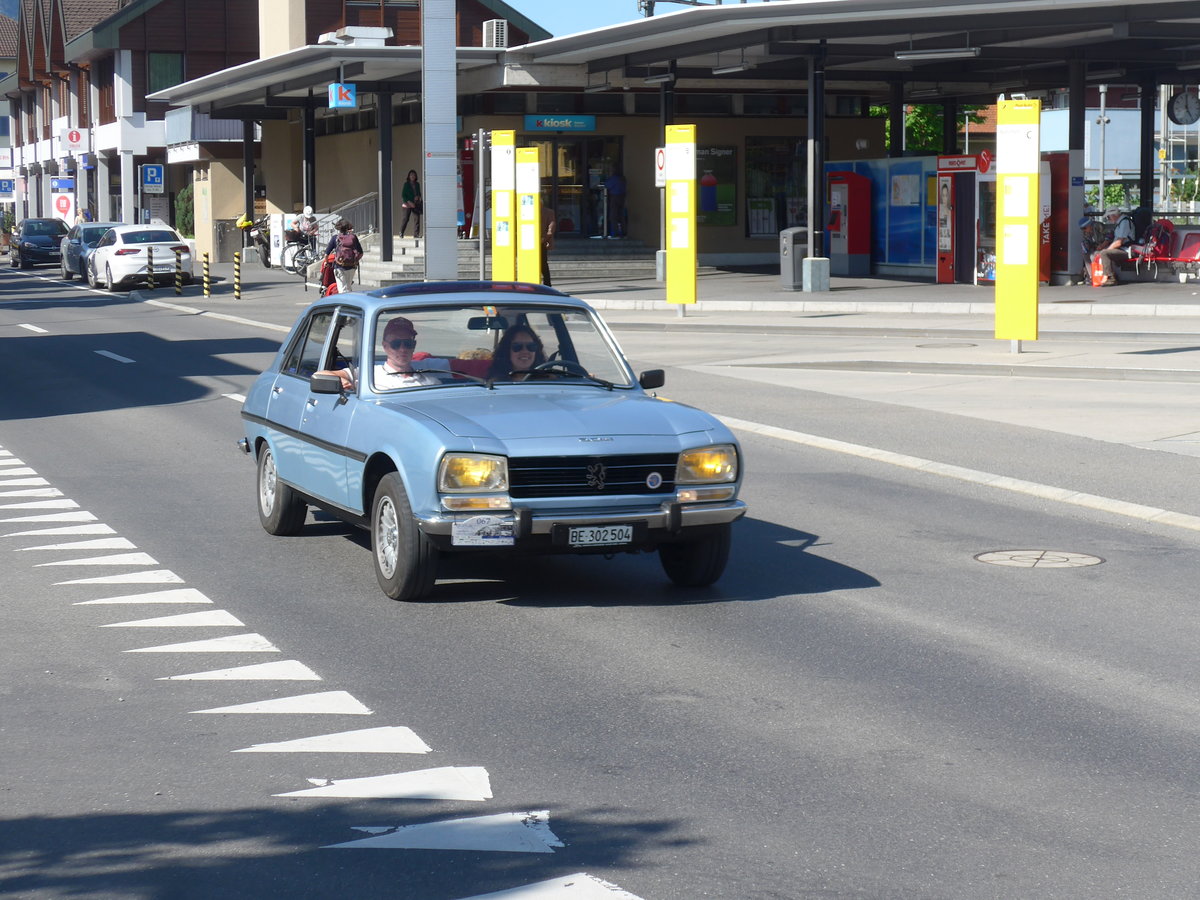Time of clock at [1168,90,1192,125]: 4:59
